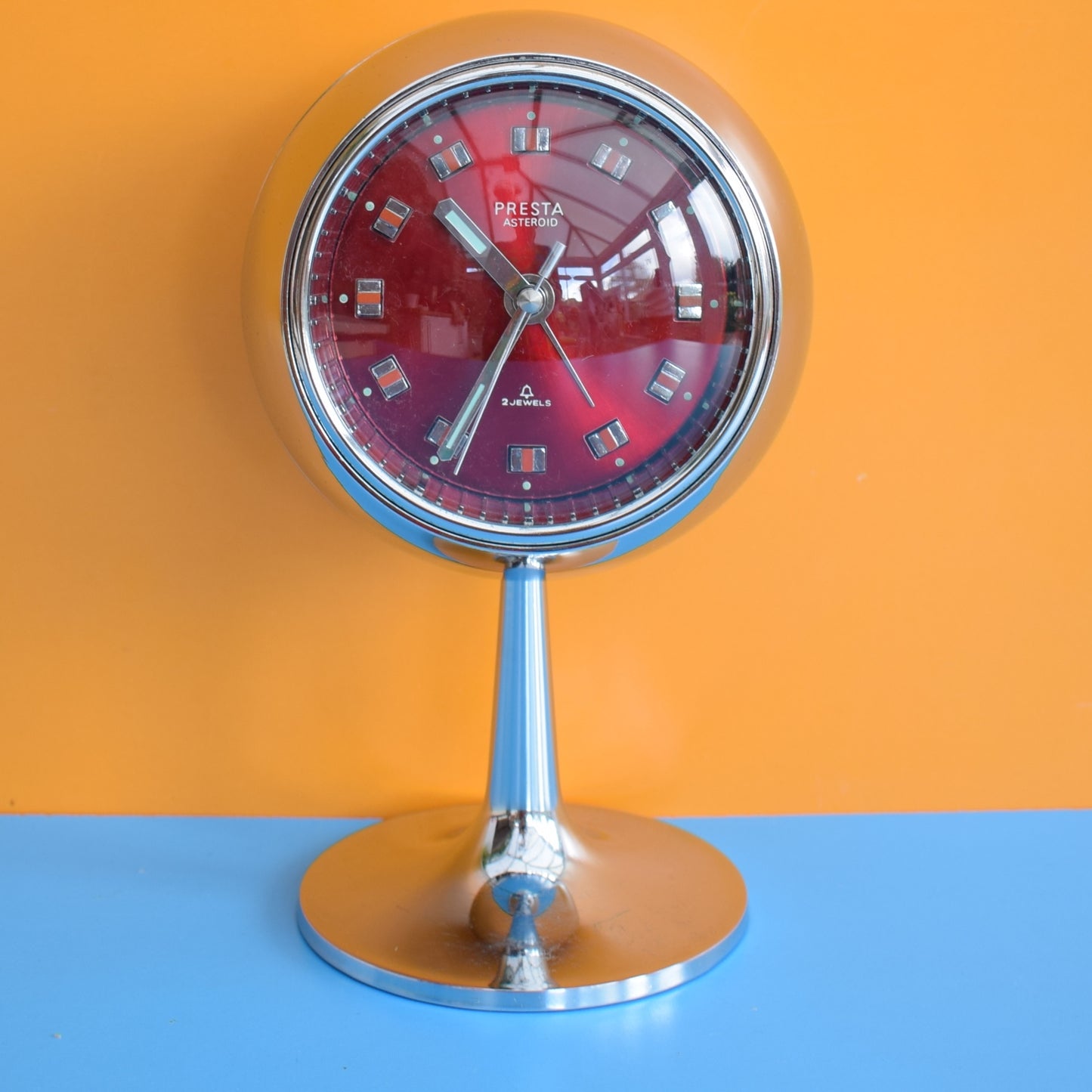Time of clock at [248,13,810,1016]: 10:34
